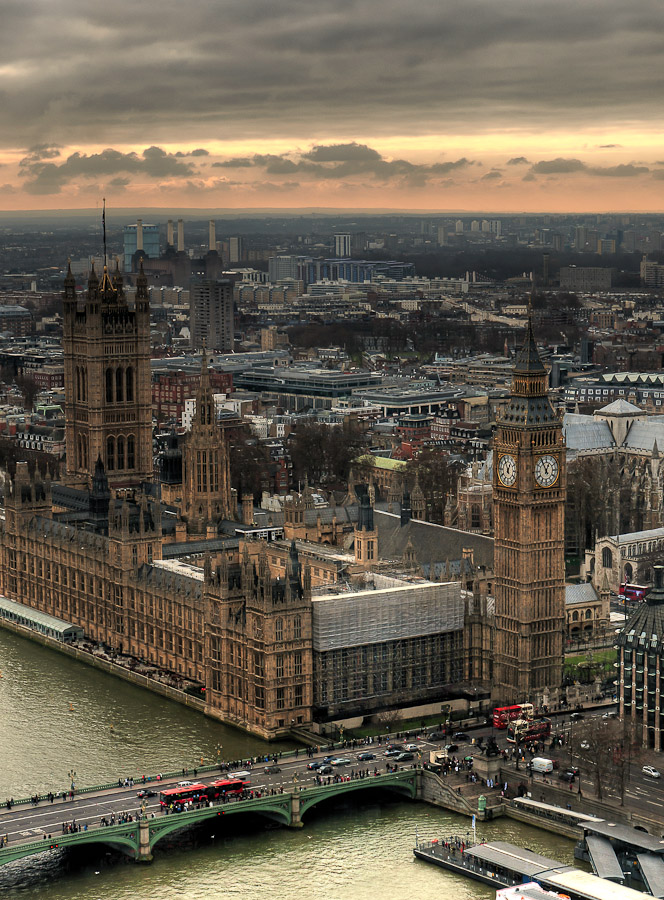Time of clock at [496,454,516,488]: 12:55
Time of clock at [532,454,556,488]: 12:55
